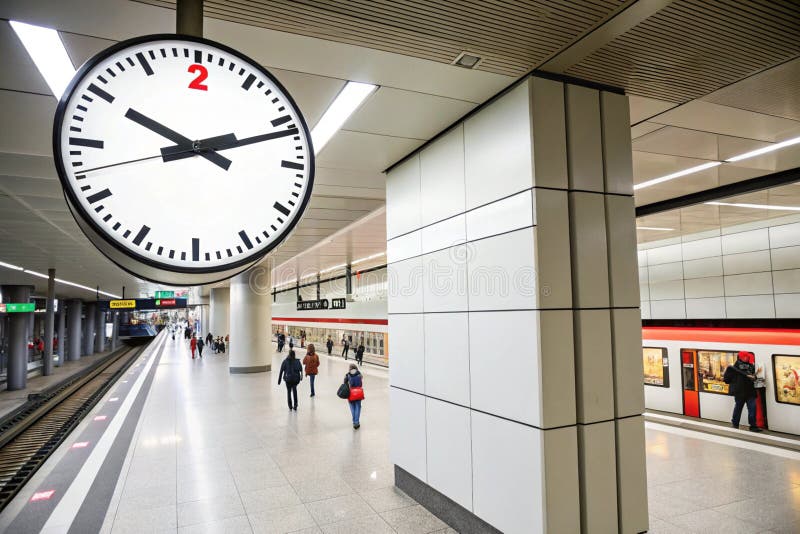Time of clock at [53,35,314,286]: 10:11
